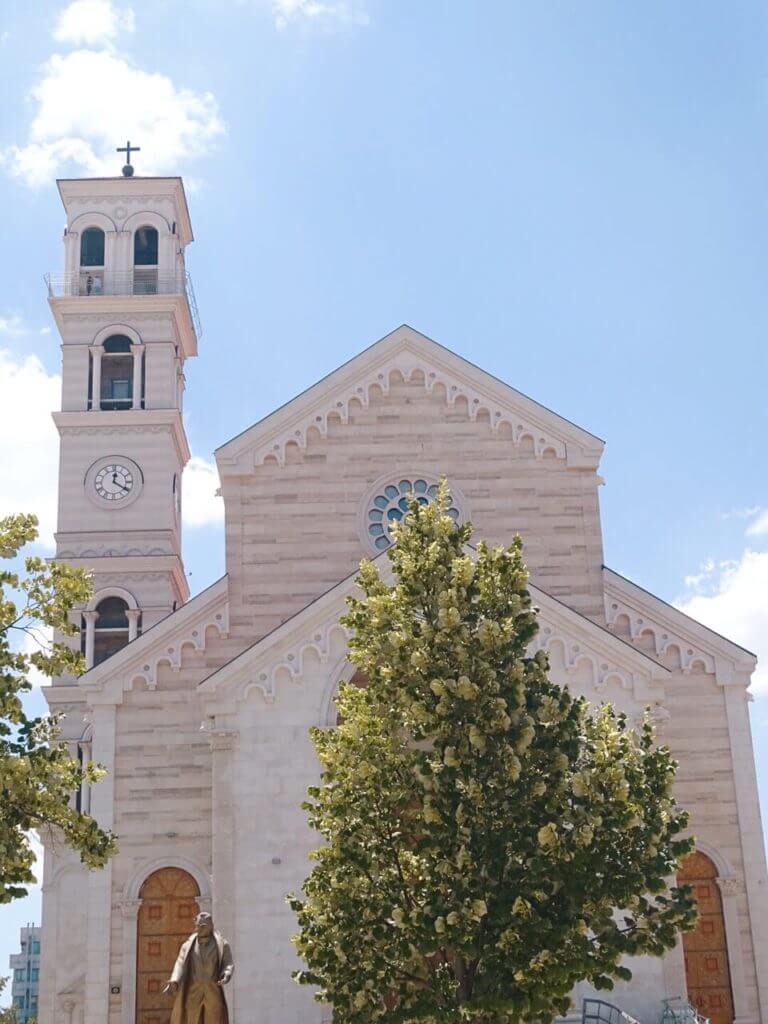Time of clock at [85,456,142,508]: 12:20
